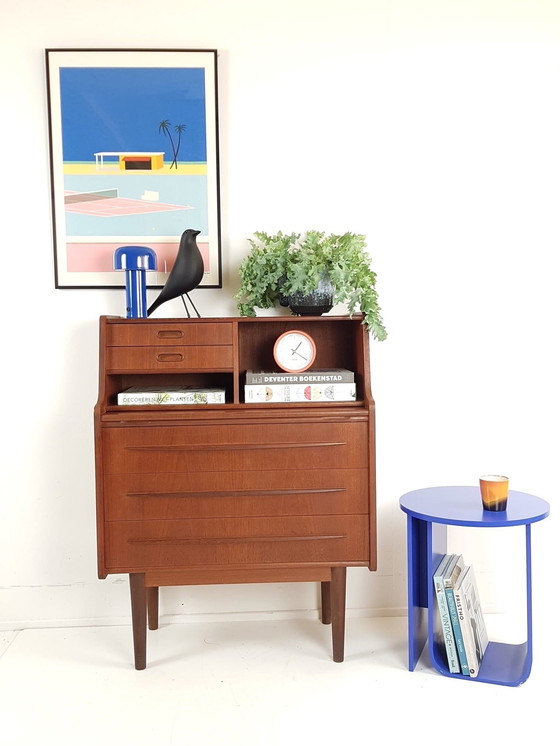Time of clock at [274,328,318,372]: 1:20
